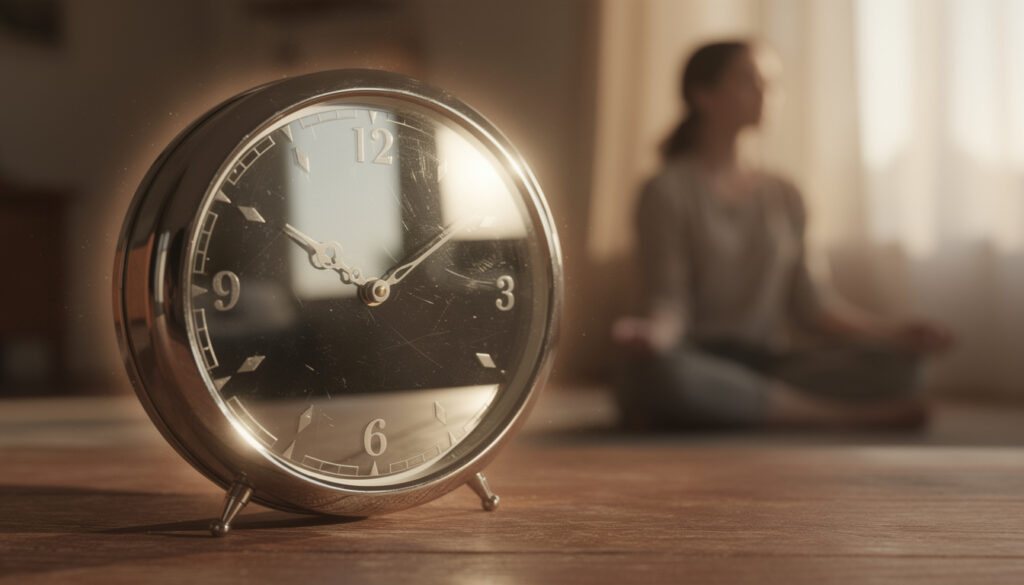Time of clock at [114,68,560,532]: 1:50
